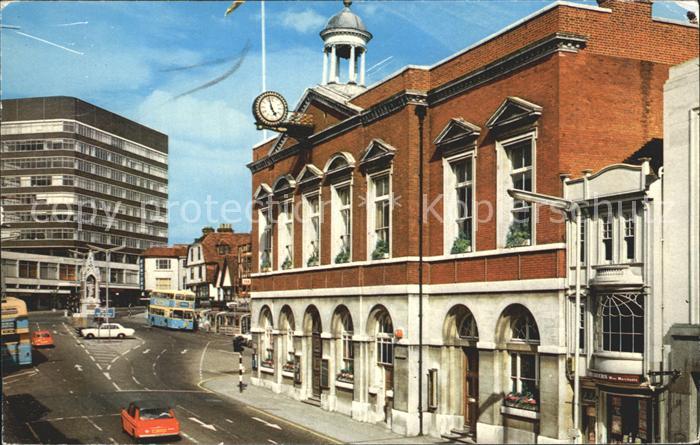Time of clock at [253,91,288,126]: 4:57
